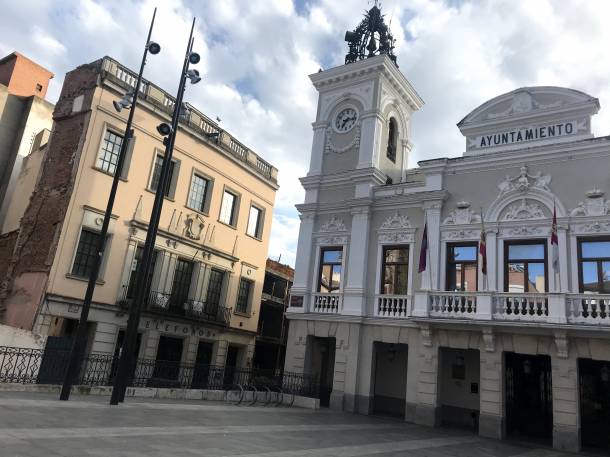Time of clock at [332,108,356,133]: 7:15
